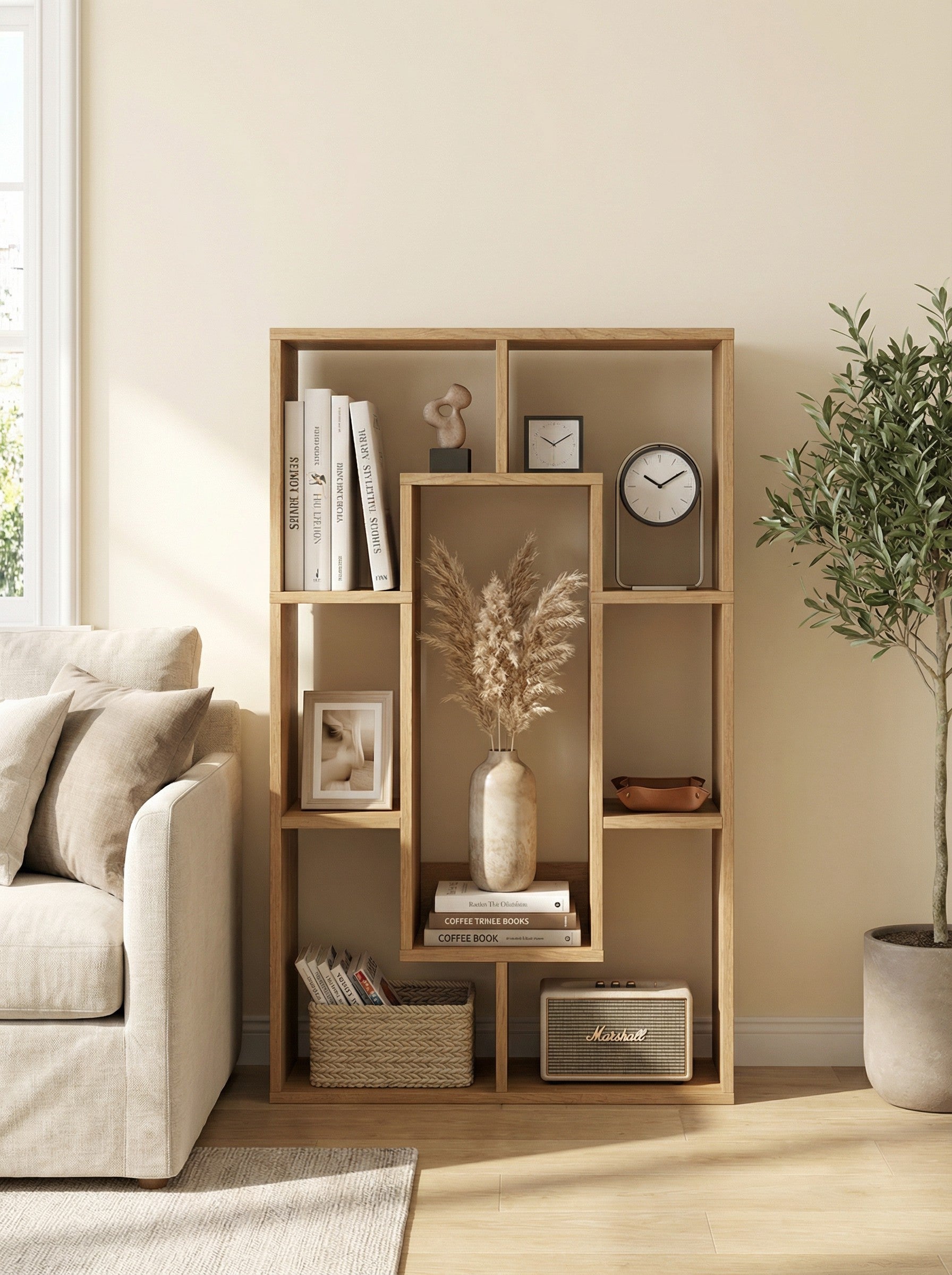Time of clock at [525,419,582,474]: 10:09
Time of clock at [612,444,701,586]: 10:09
